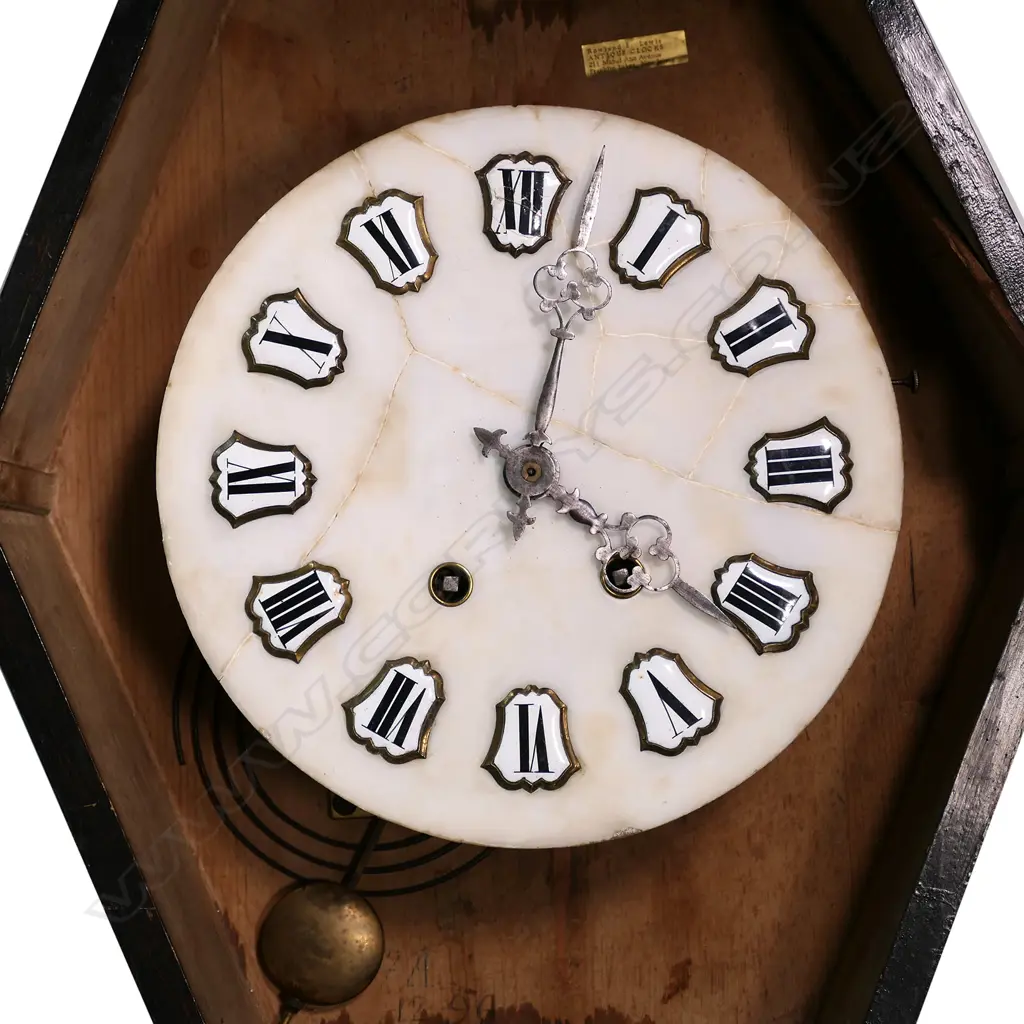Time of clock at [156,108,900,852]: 4:02
